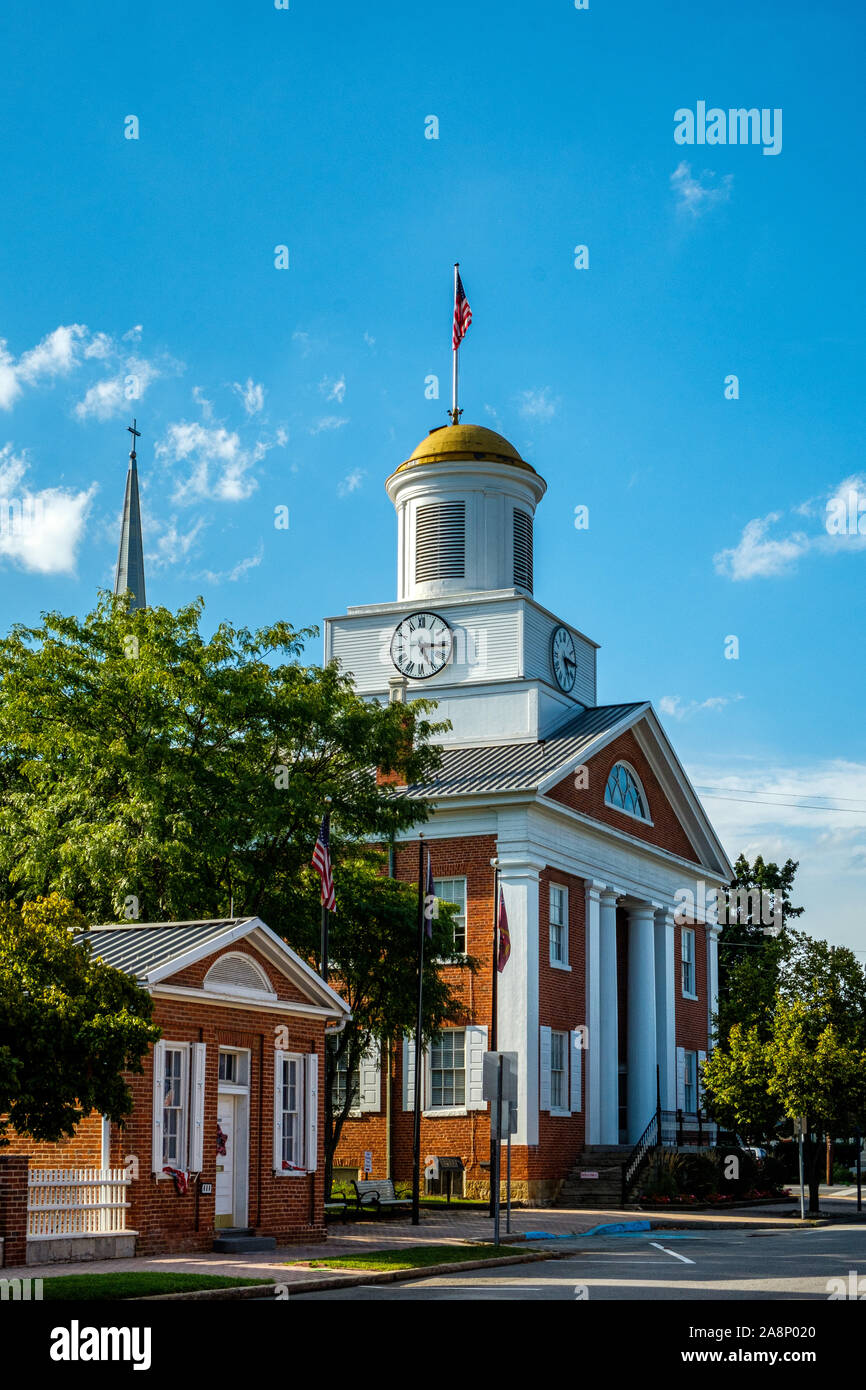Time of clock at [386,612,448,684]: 5:15
